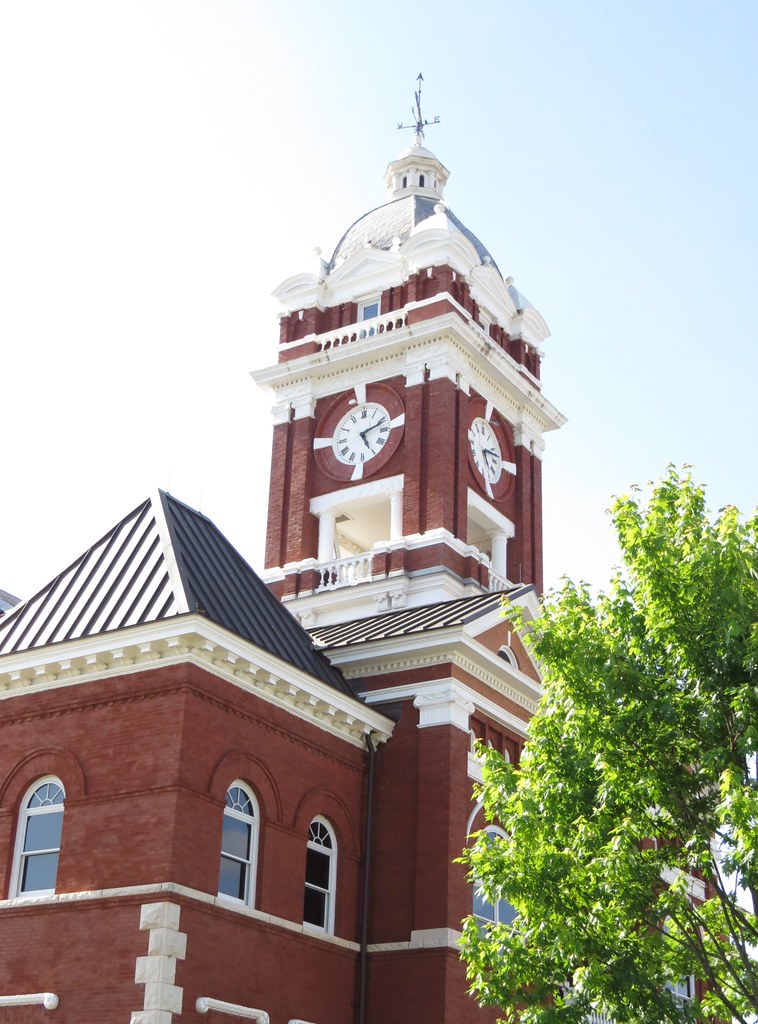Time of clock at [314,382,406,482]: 5:11
